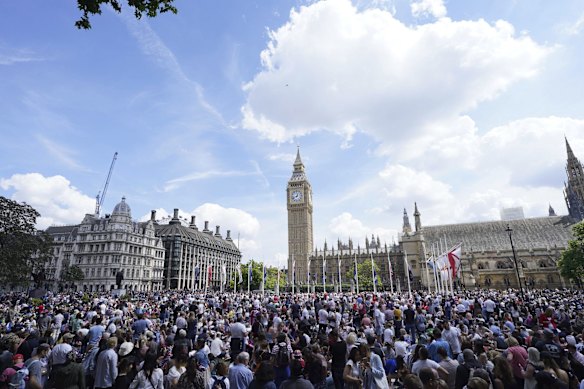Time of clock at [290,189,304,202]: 12:41
